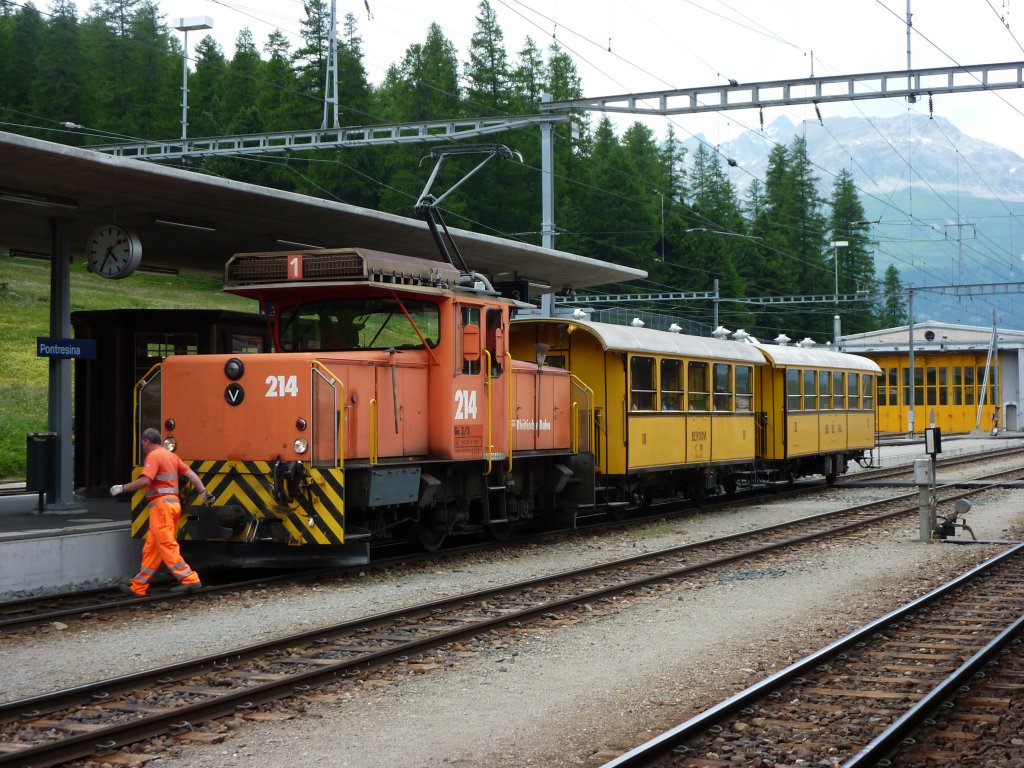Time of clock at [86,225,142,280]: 4:35
